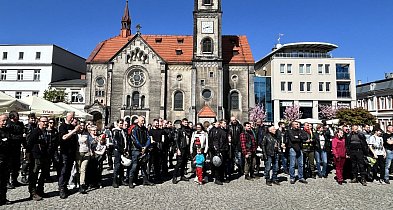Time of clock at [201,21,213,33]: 2:42
